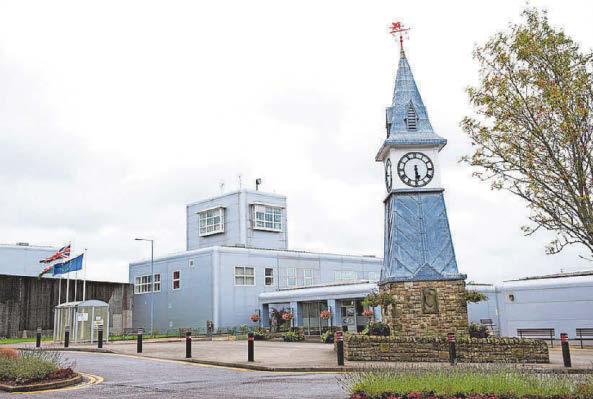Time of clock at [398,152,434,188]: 5:30
